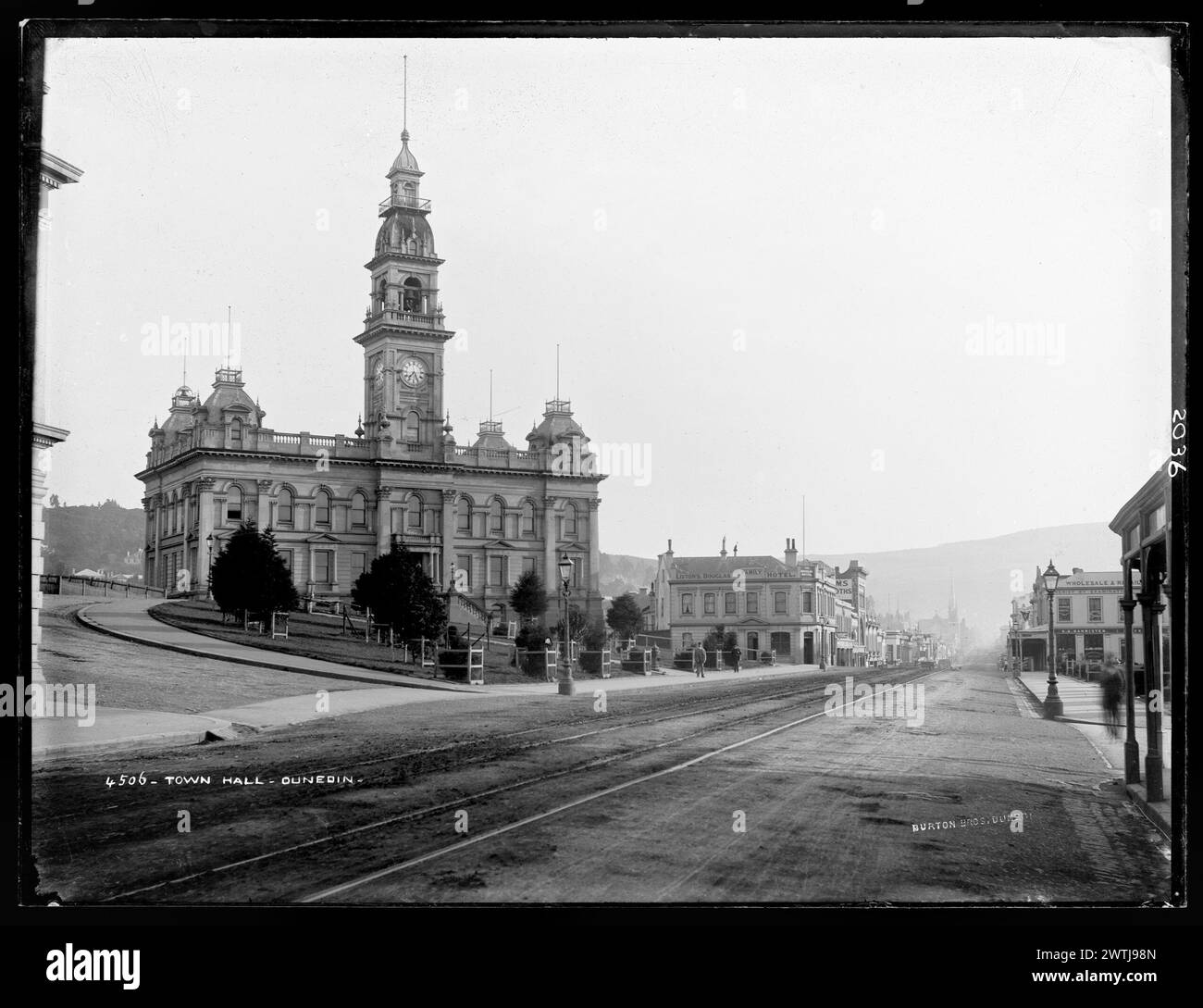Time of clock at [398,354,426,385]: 7:25
